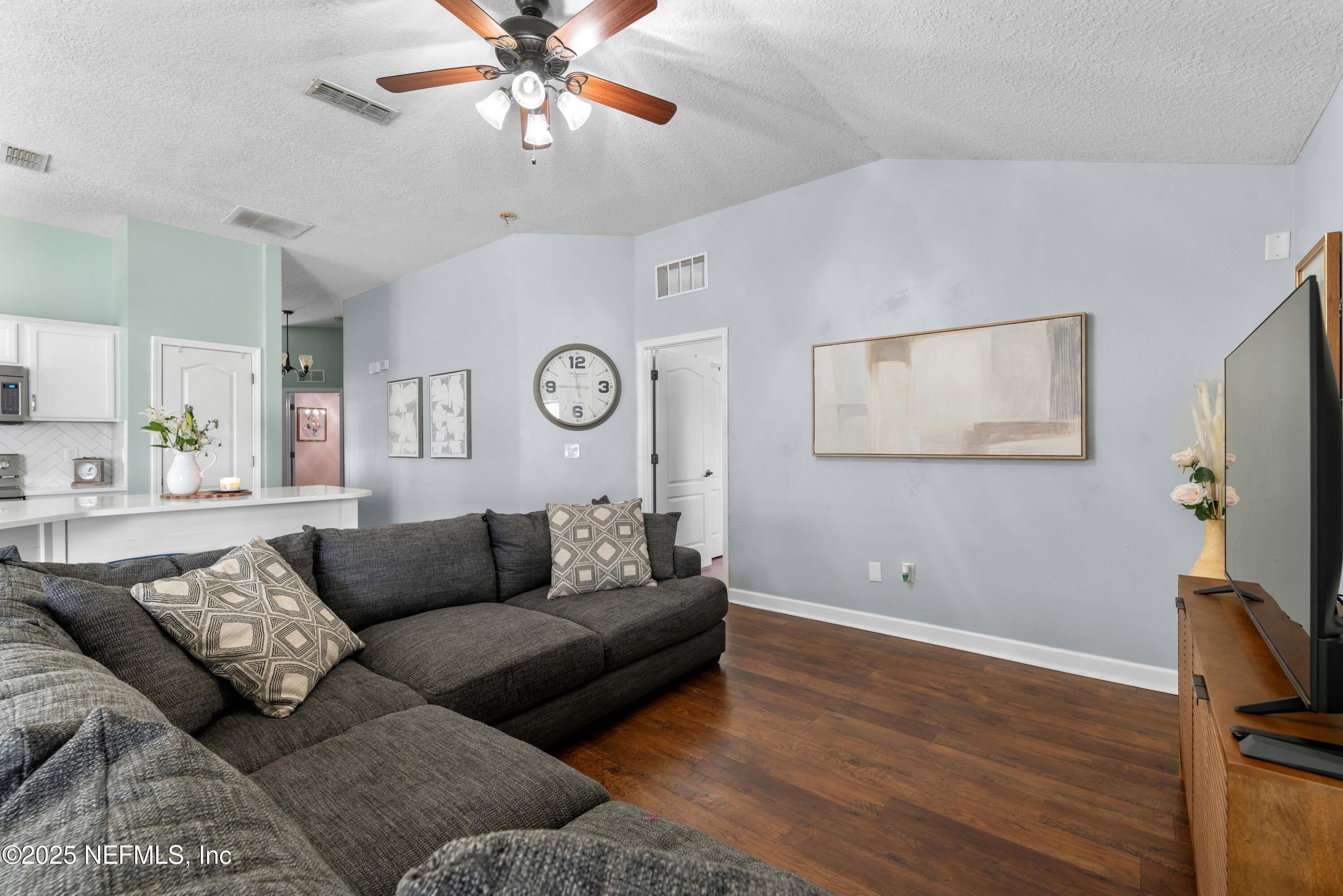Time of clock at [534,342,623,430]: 11:28
